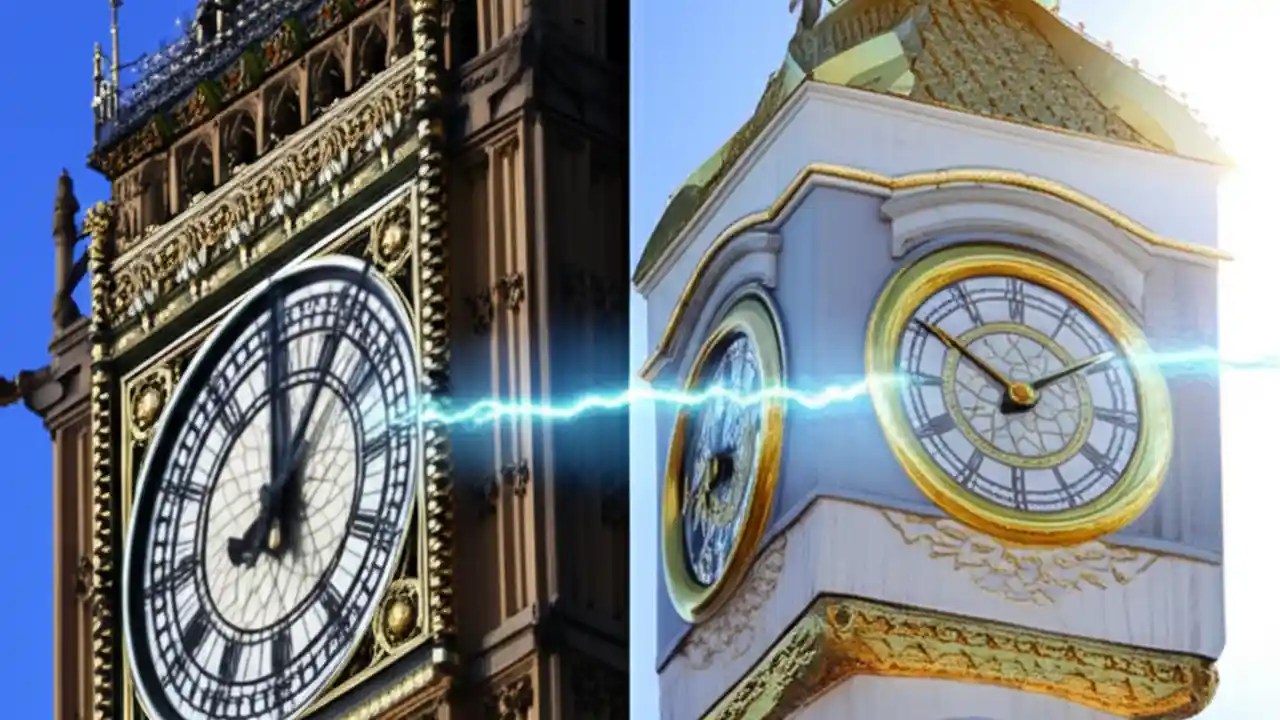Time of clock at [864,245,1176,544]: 1:50
